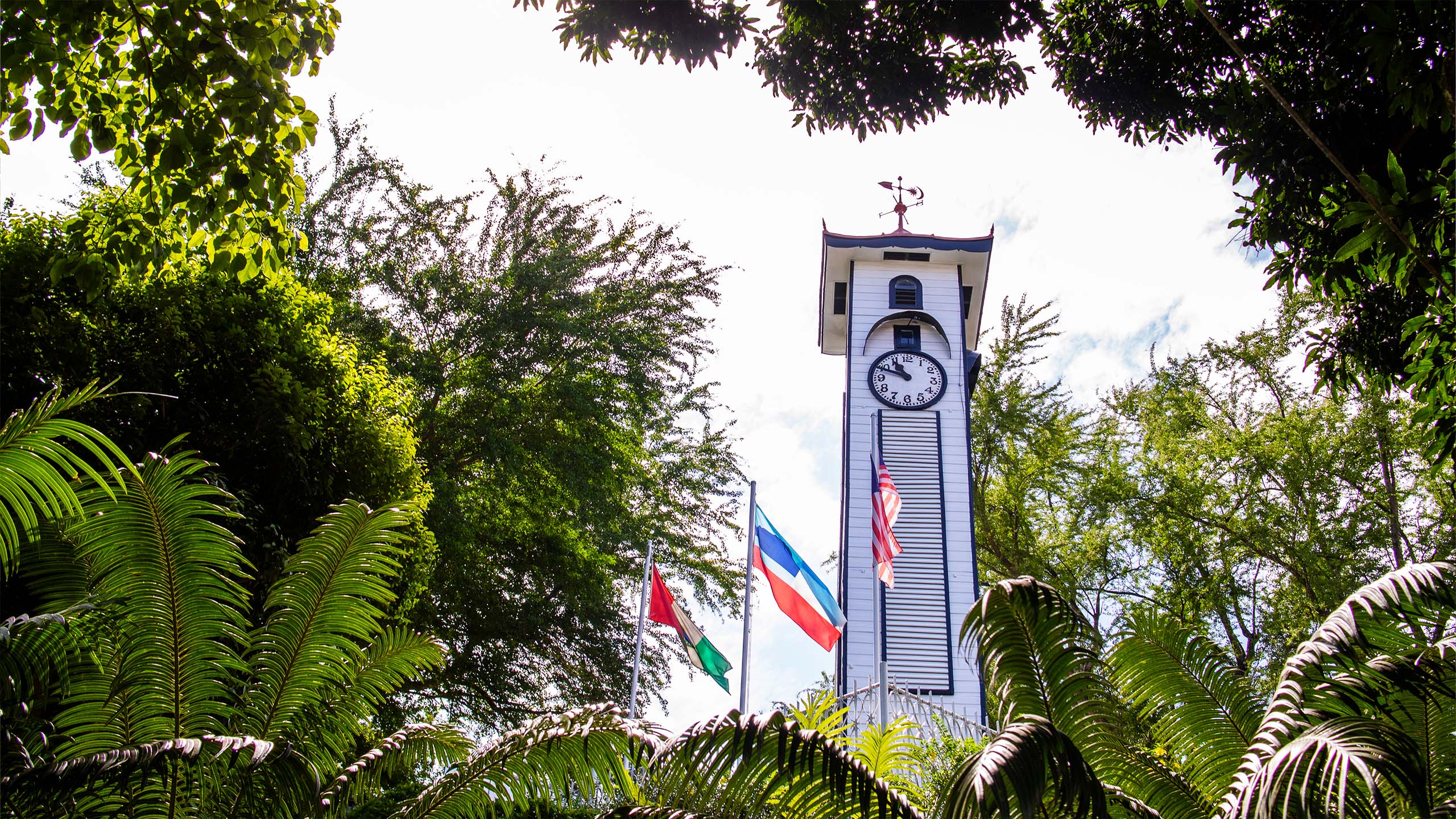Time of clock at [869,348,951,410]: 10:48
